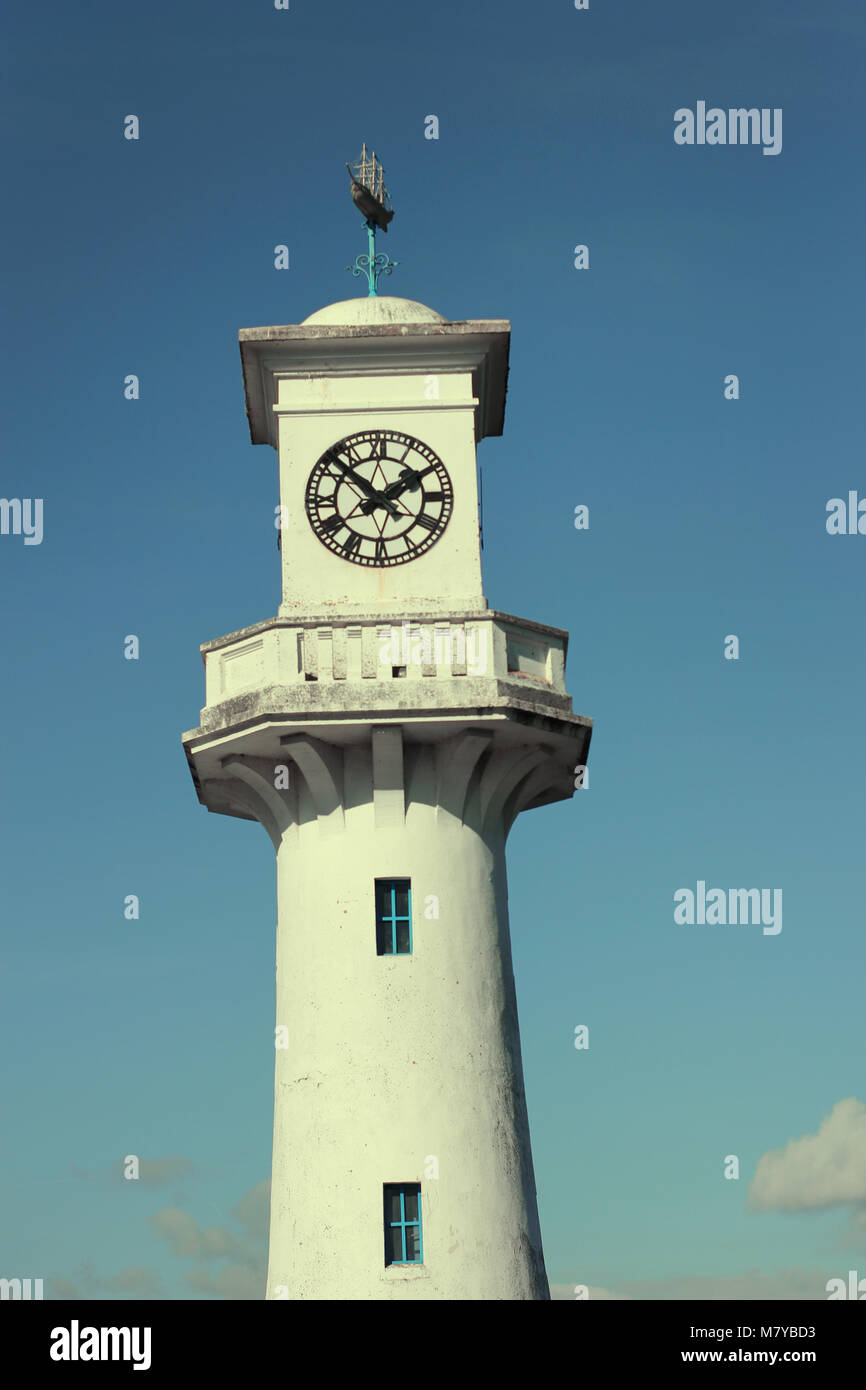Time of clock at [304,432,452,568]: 1:52
